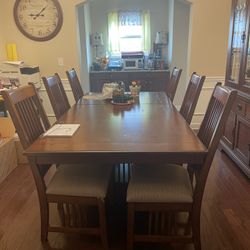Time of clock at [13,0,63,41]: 9:07
